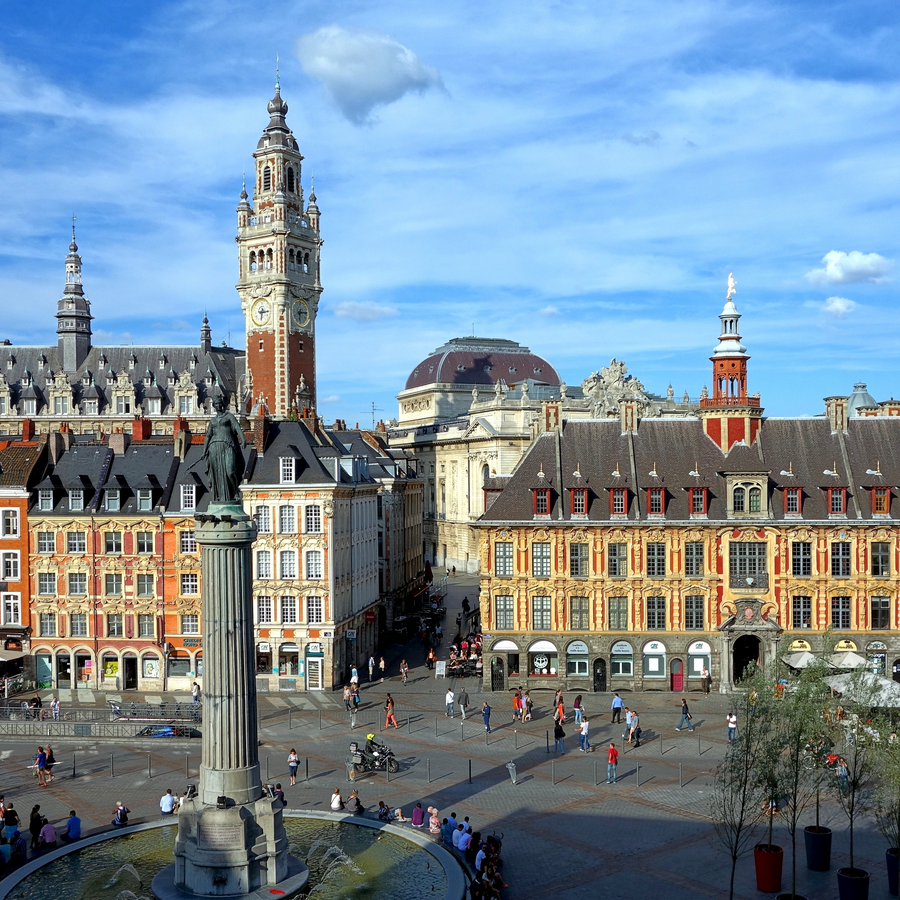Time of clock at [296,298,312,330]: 6:14
